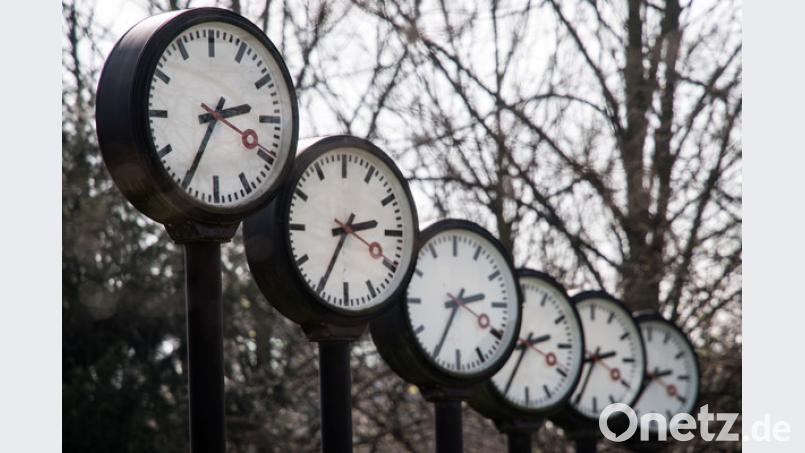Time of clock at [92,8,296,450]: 2:34
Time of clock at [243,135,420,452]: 2:34
